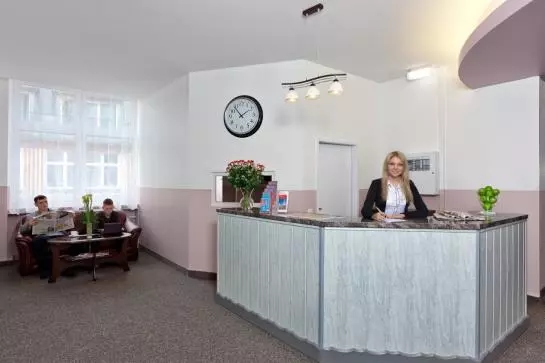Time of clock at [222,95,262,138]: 1:53
